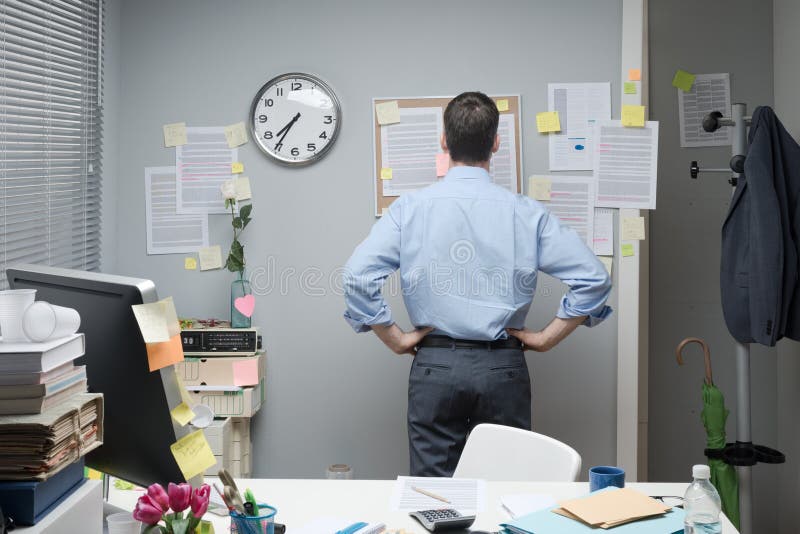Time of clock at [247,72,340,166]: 7:35
